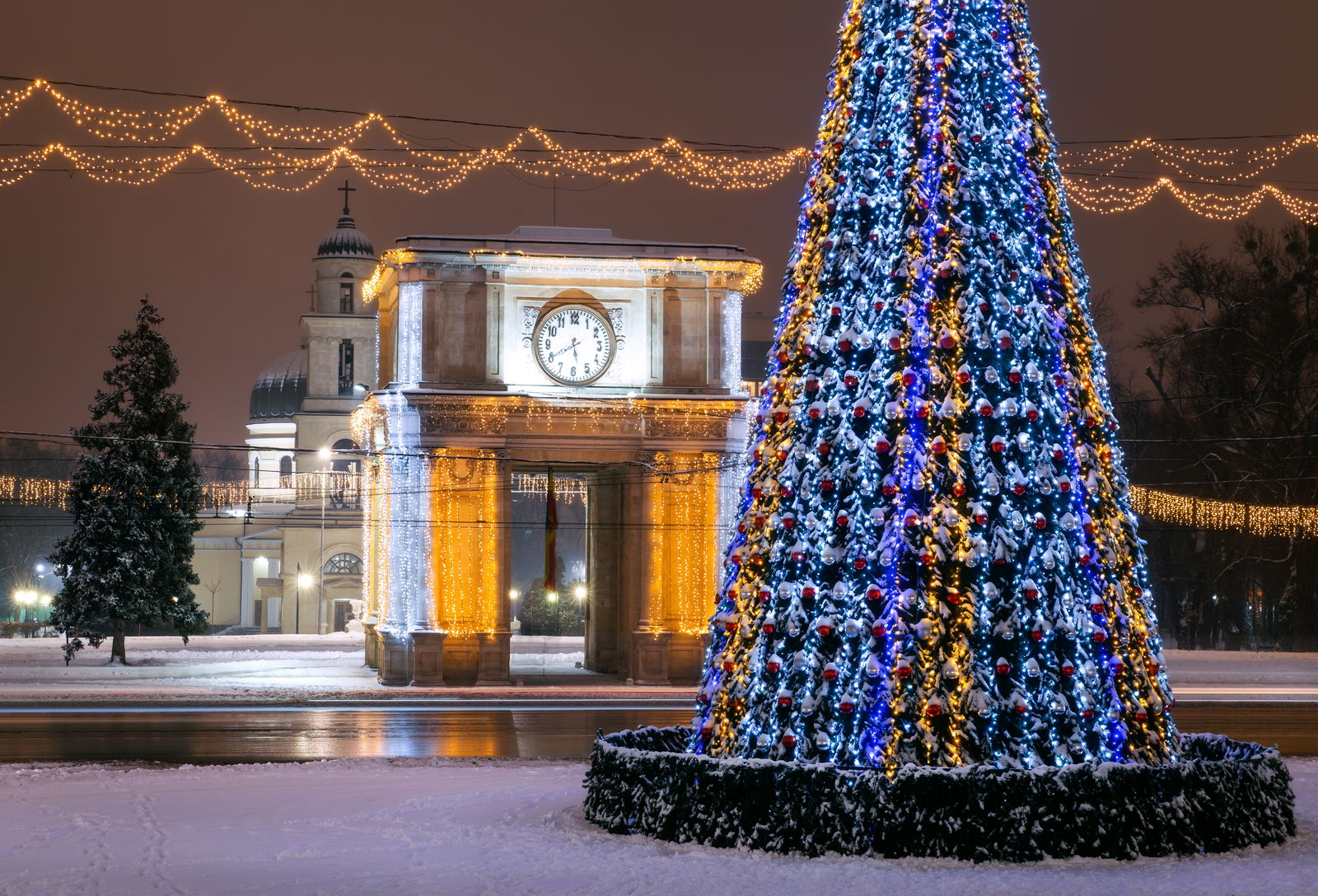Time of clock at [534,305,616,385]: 5:40
